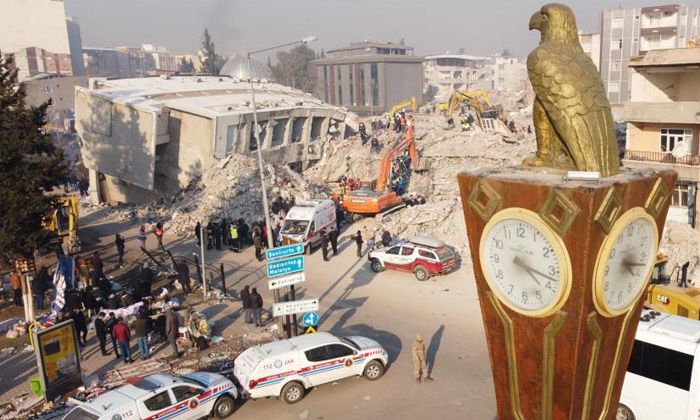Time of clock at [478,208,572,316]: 4:17
